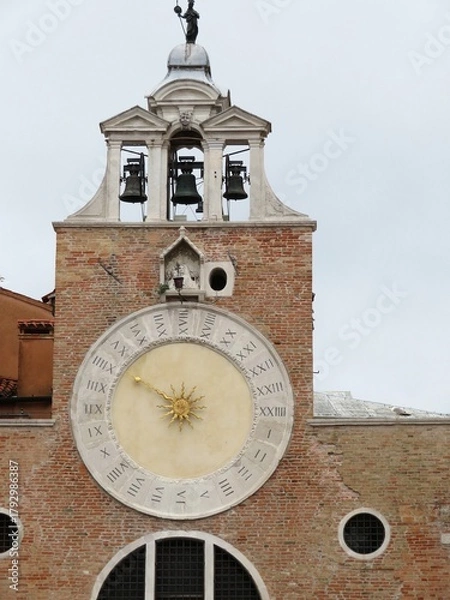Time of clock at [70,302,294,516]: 9:50
